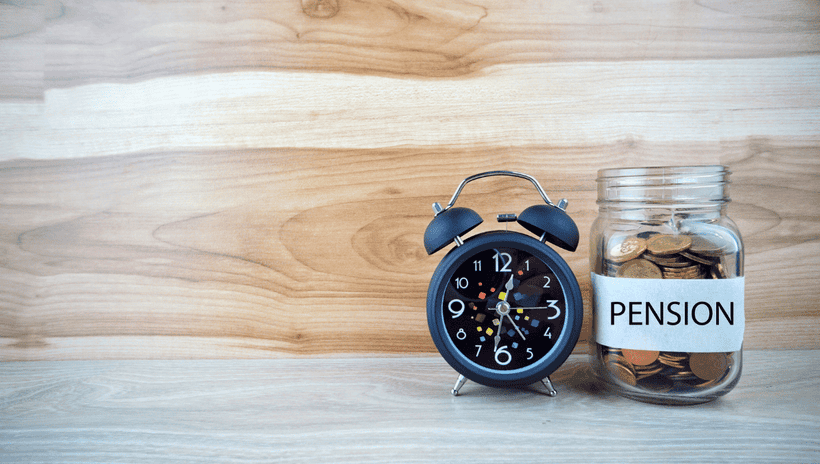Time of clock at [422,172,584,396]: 12:32
